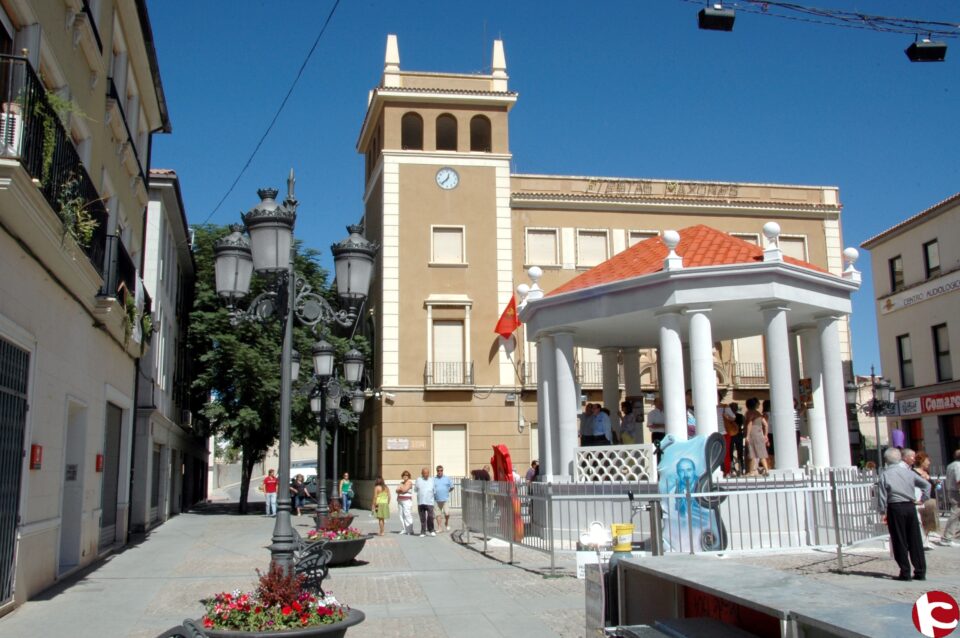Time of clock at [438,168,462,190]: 12:37
